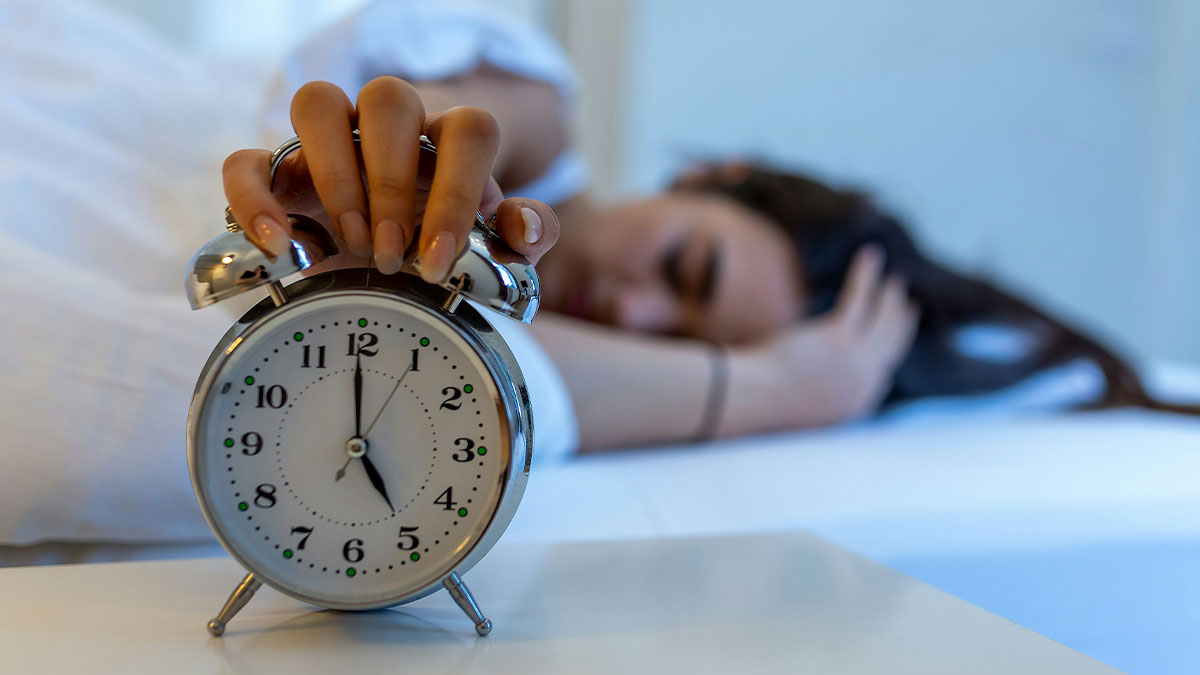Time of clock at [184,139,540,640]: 4:59
